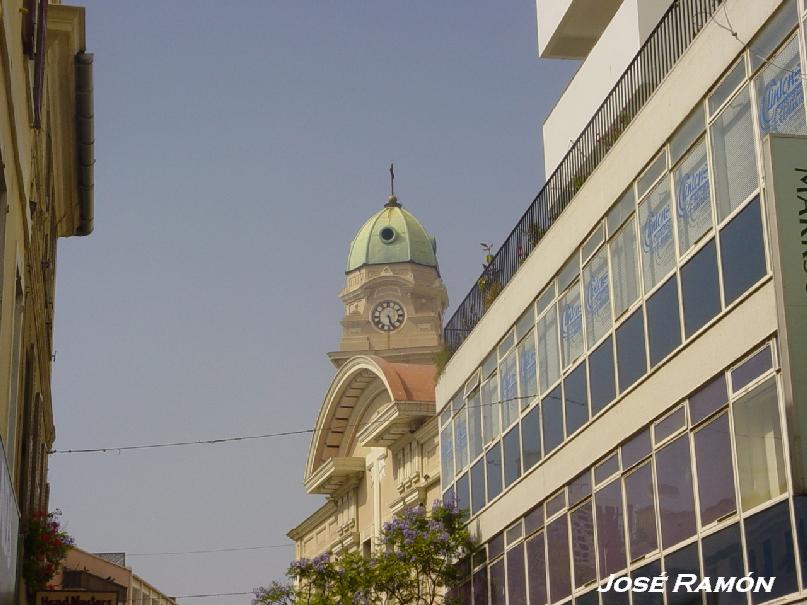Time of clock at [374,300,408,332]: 5:26
